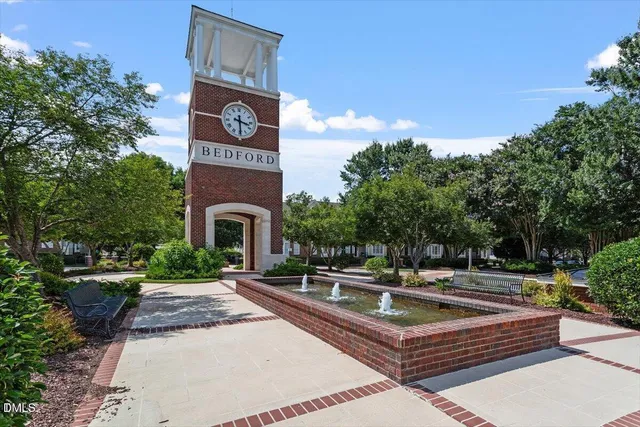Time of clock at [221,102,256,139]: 3:29
